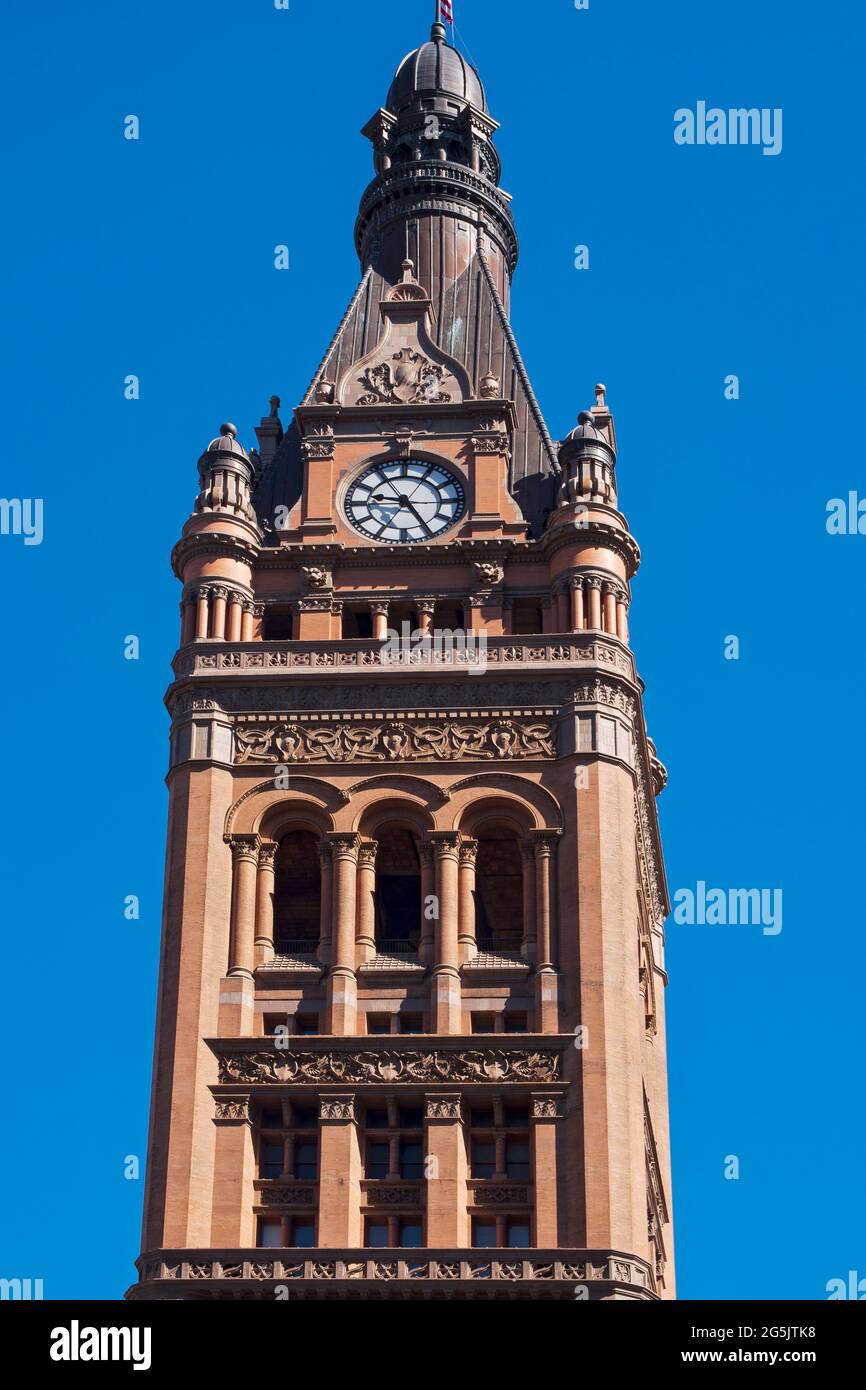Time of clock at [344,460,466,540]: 9:24
